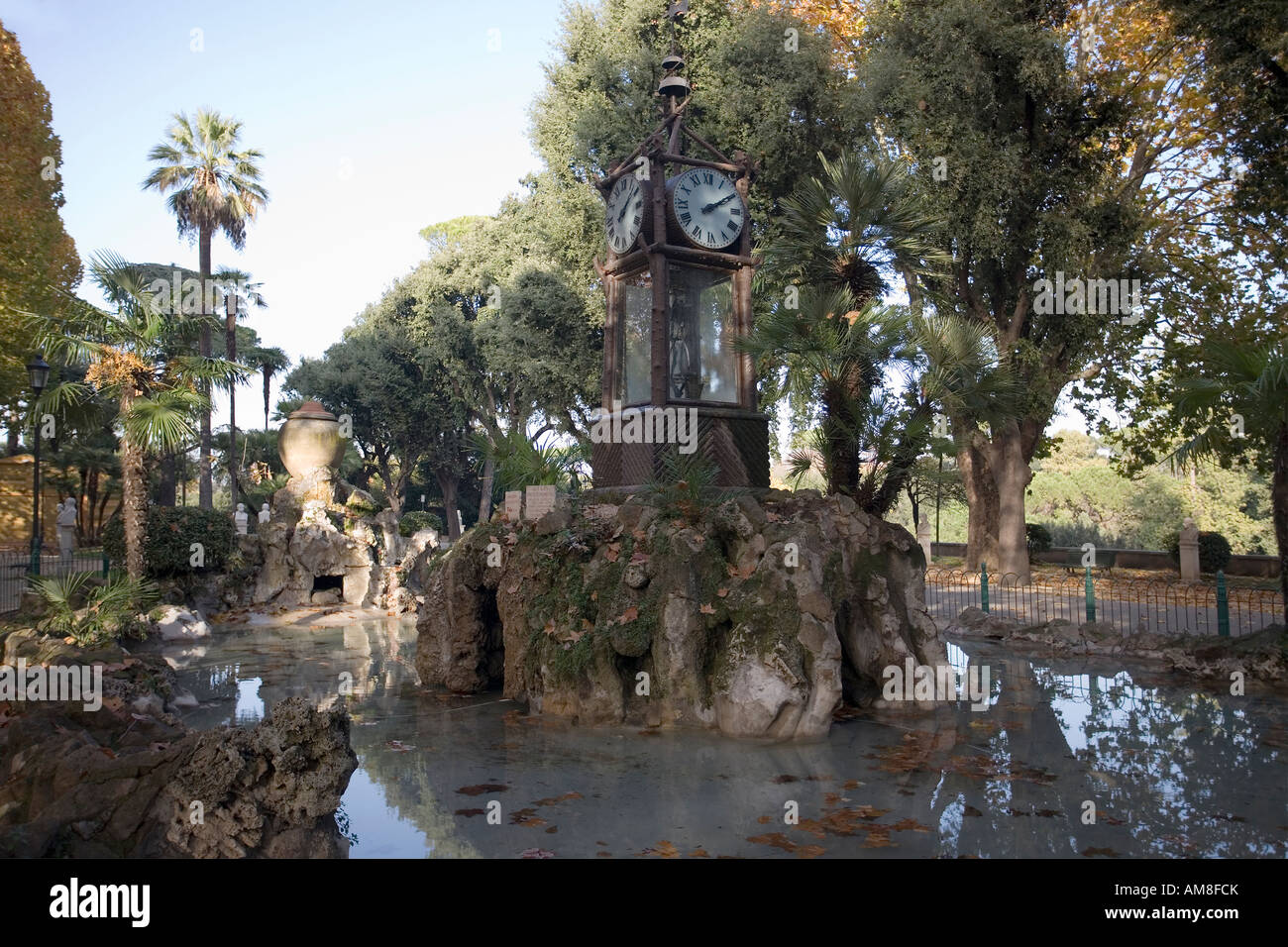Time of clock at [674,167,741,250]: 2:09
